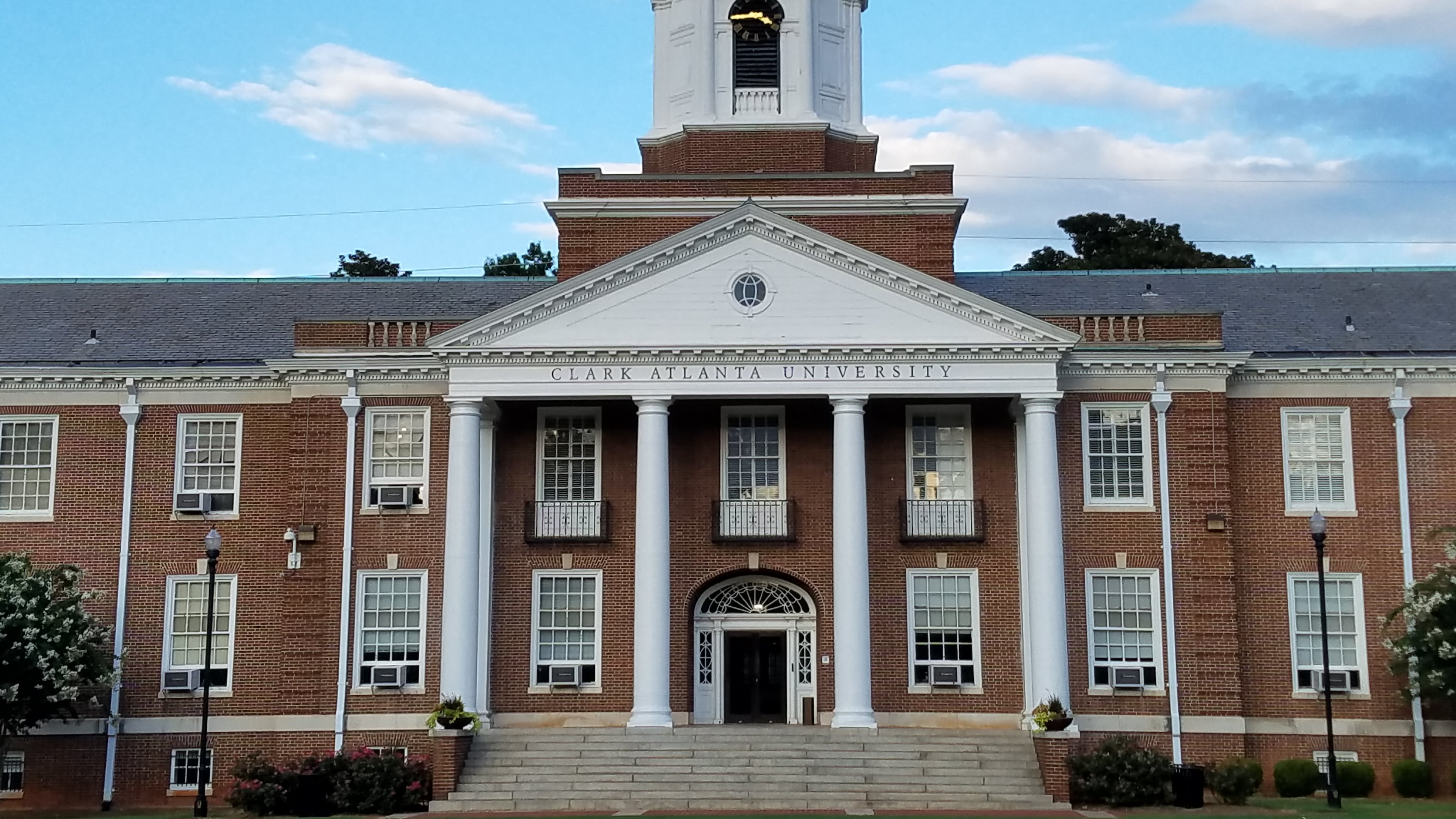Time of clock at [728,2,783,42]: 3:45
